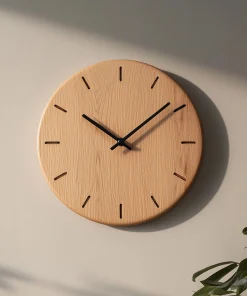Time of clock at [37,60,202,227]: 10:08
